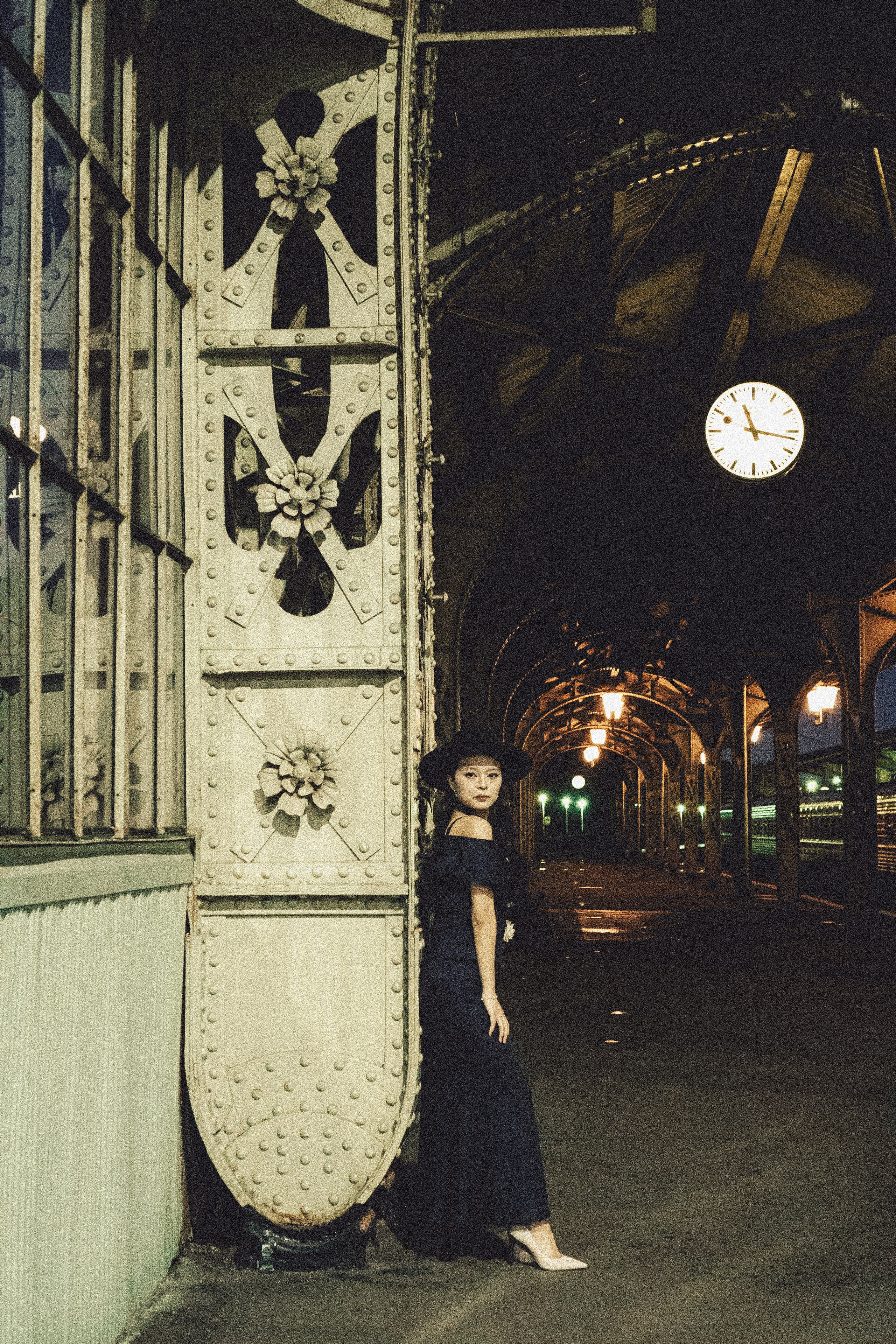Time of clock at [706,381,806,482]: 11:16
